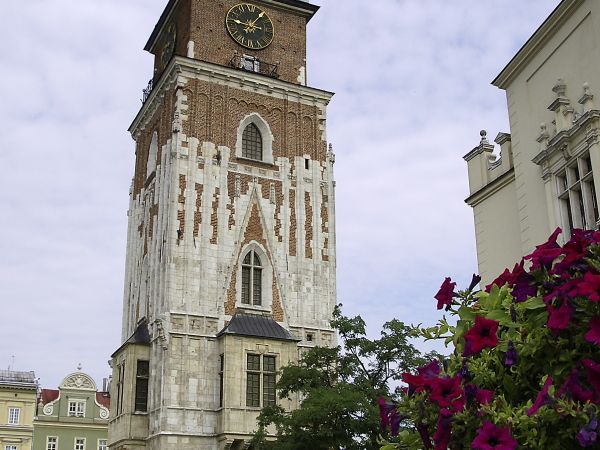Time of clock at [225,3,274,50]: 9:05
